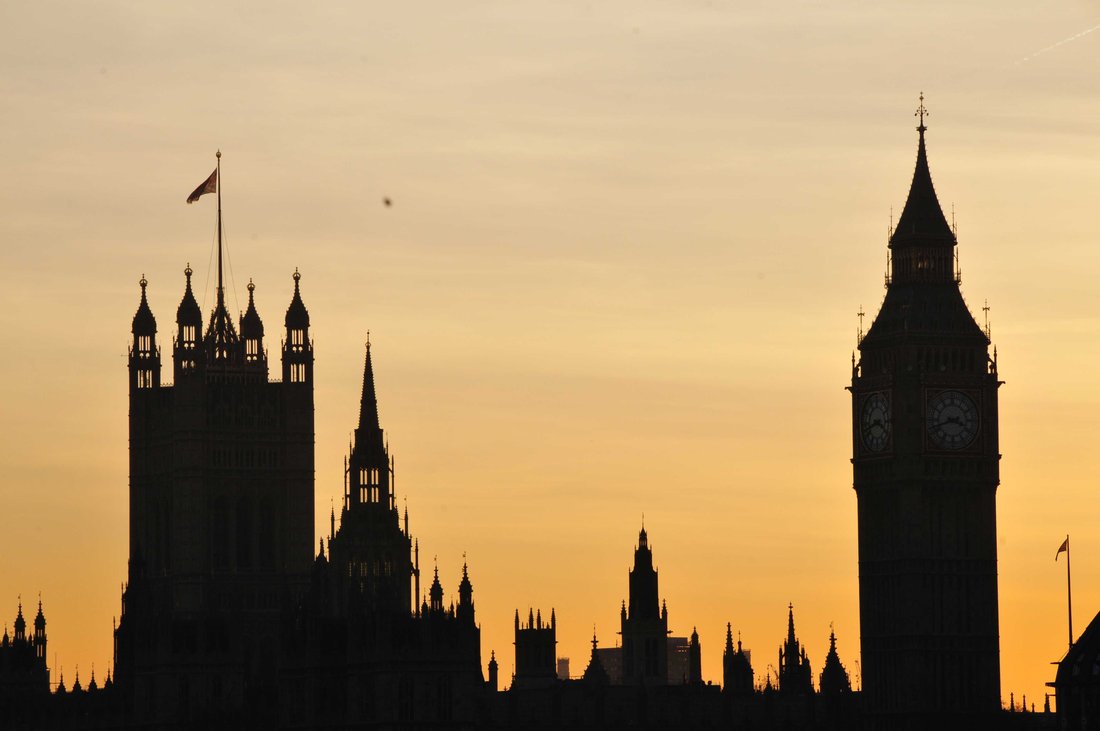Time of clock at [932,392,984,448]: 3:42
